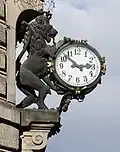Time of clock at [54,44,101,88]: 2:52
